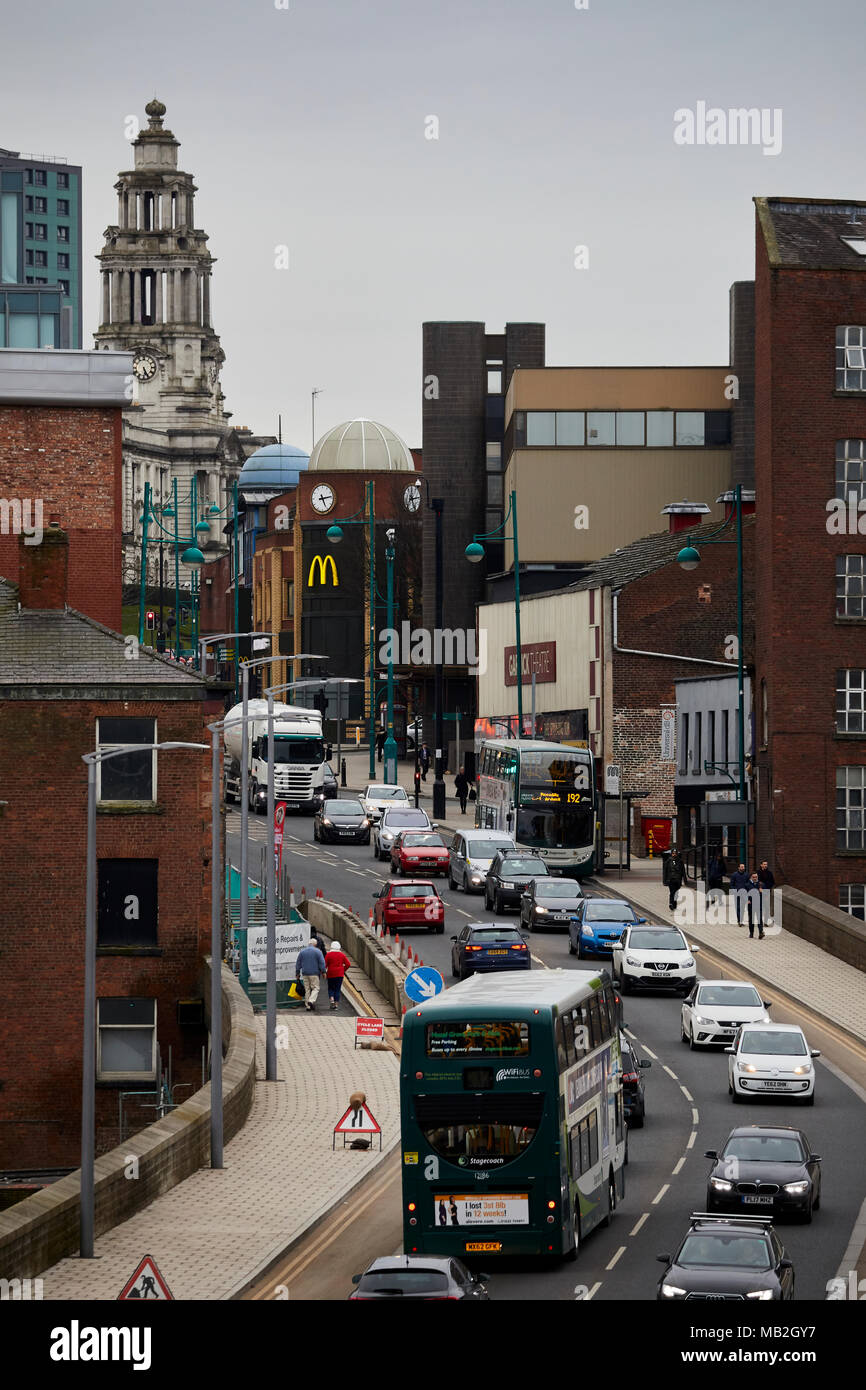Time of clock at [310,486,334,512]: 5:13
